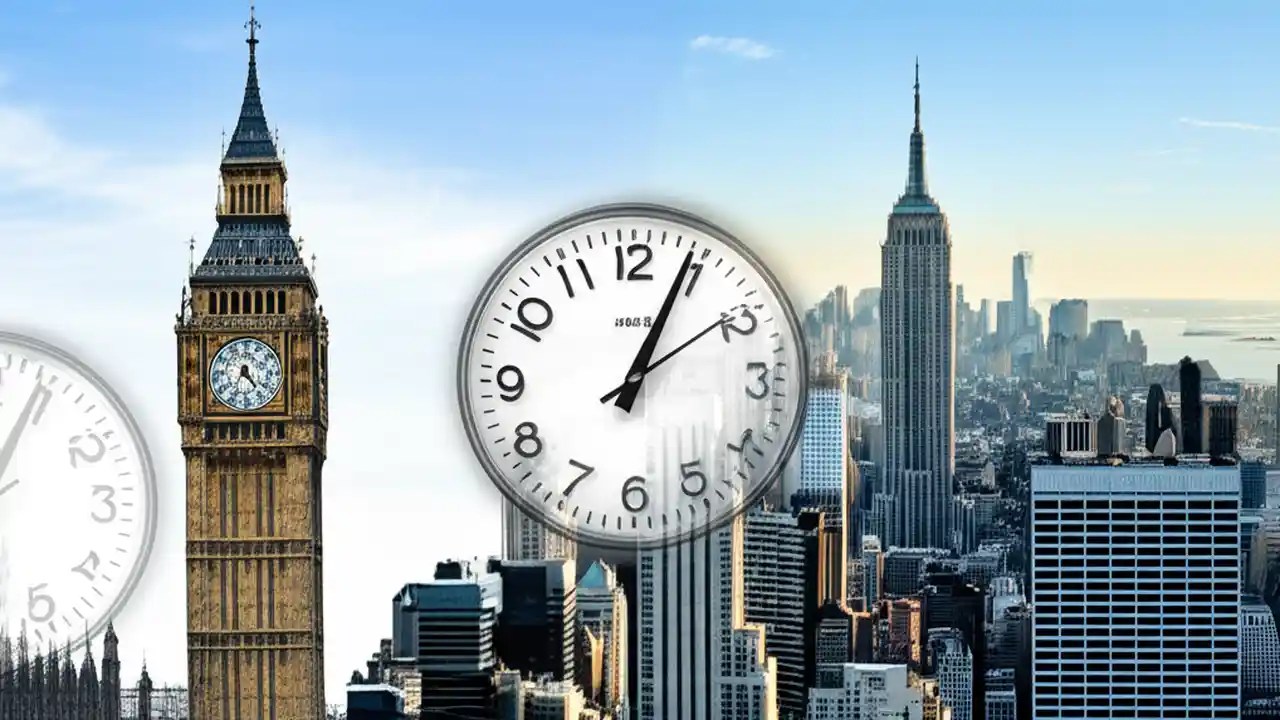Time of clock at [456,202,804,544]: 1:04
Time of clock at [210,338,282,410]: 4:35
